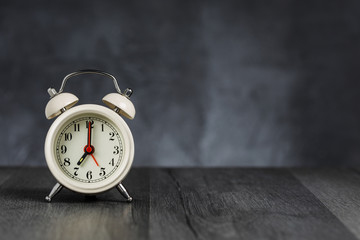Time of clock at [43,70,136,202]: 7:00
